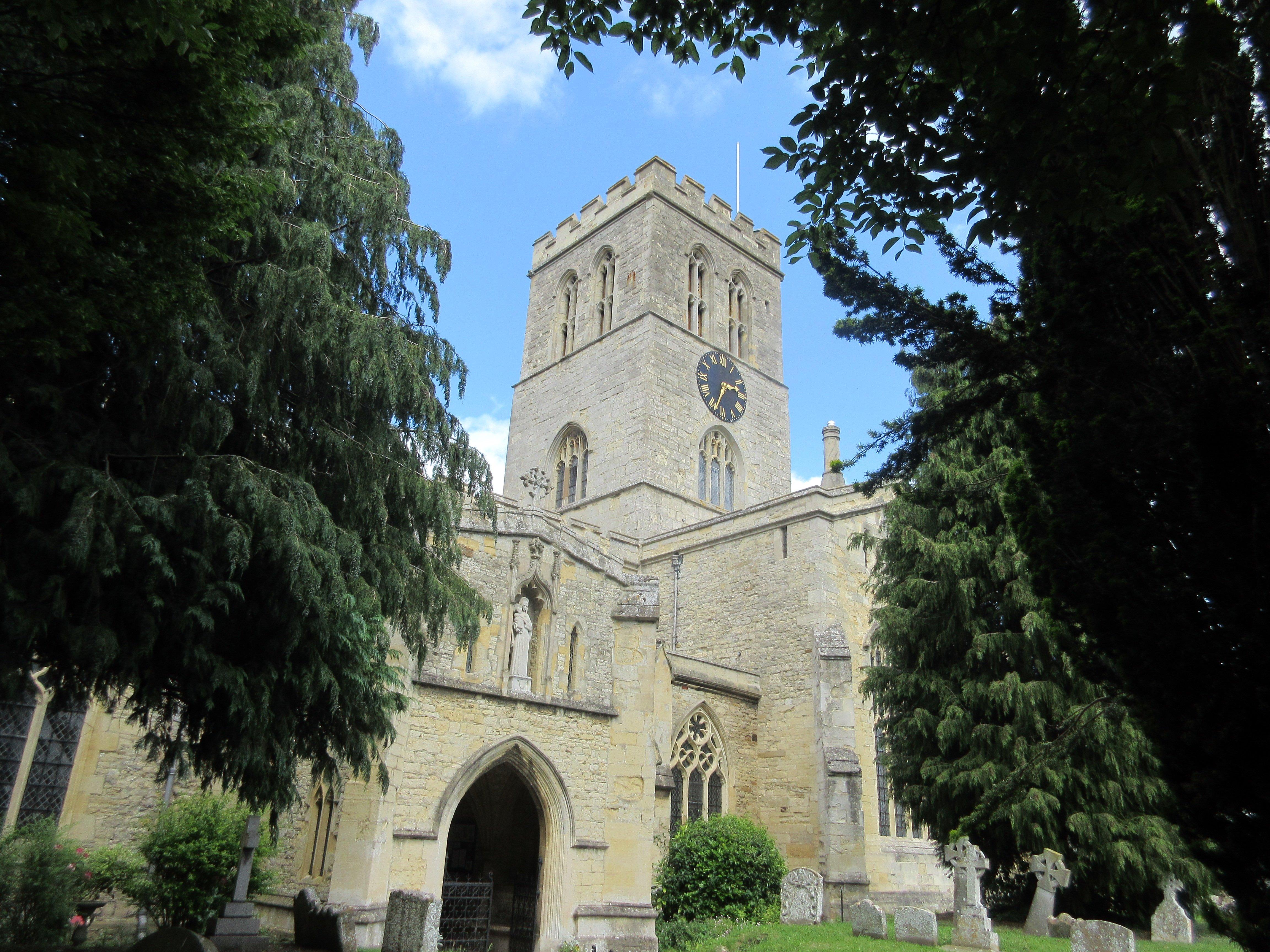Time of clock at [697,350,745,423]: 2:33
